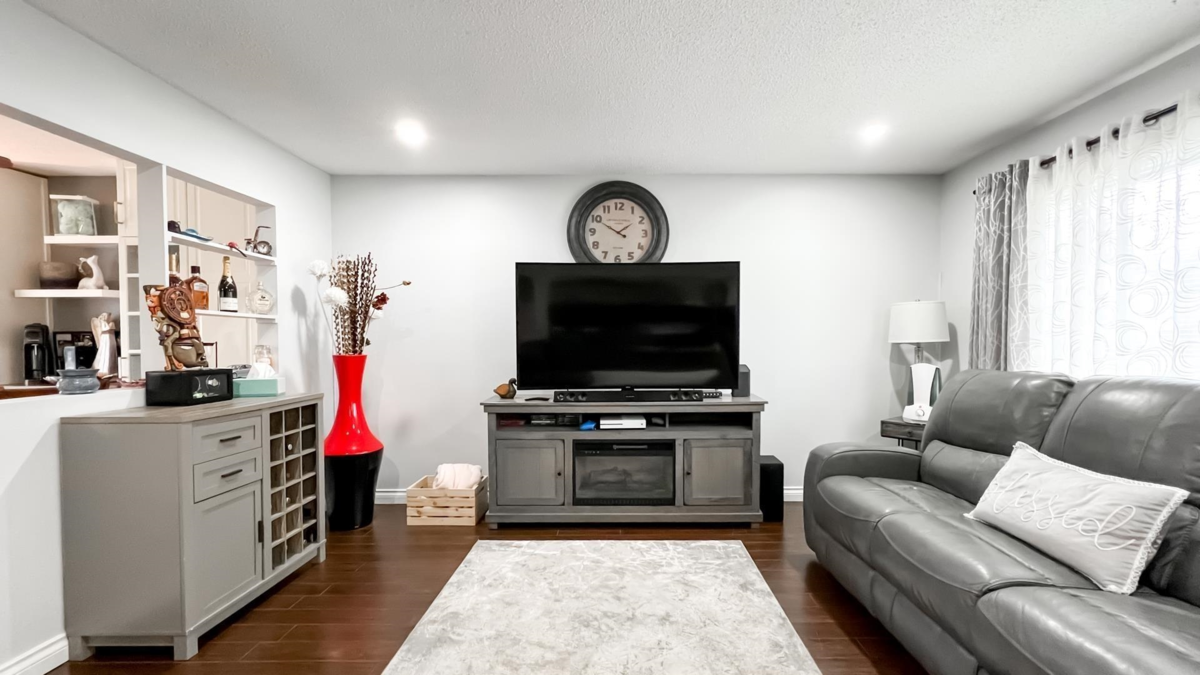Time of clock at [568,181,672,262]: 1:50
